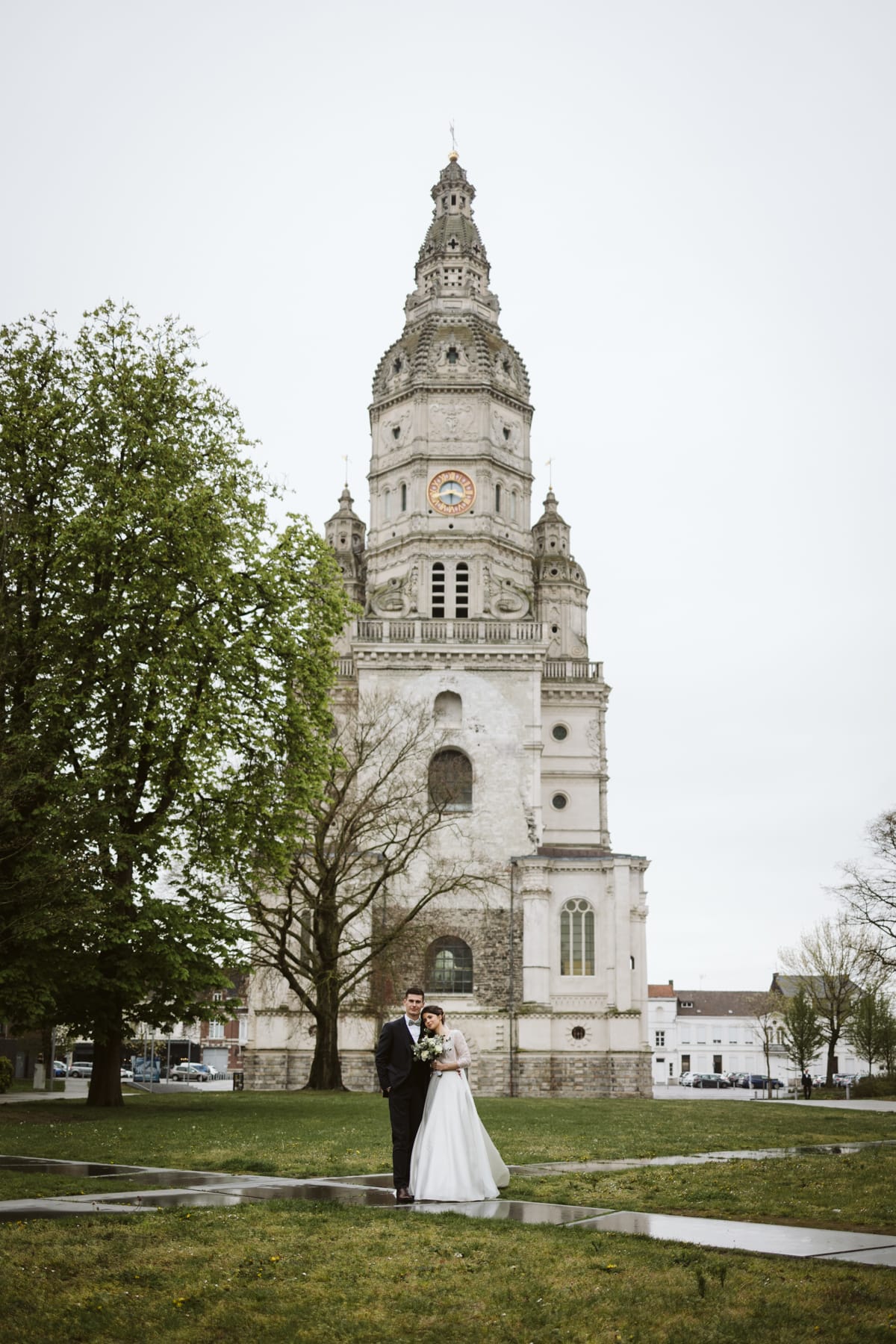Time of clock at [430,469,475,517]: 6:18
